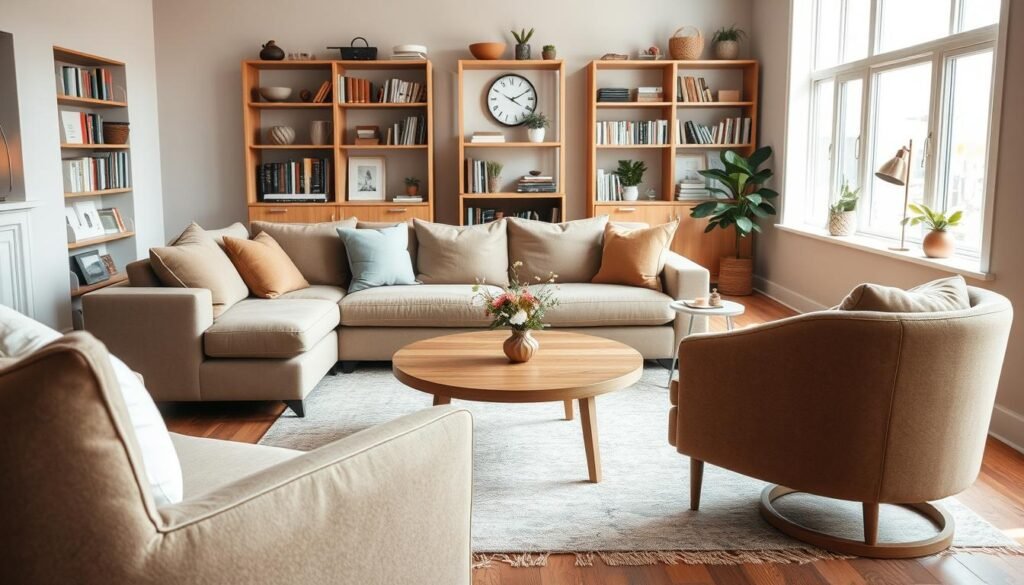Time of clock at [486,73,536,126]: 4:10
